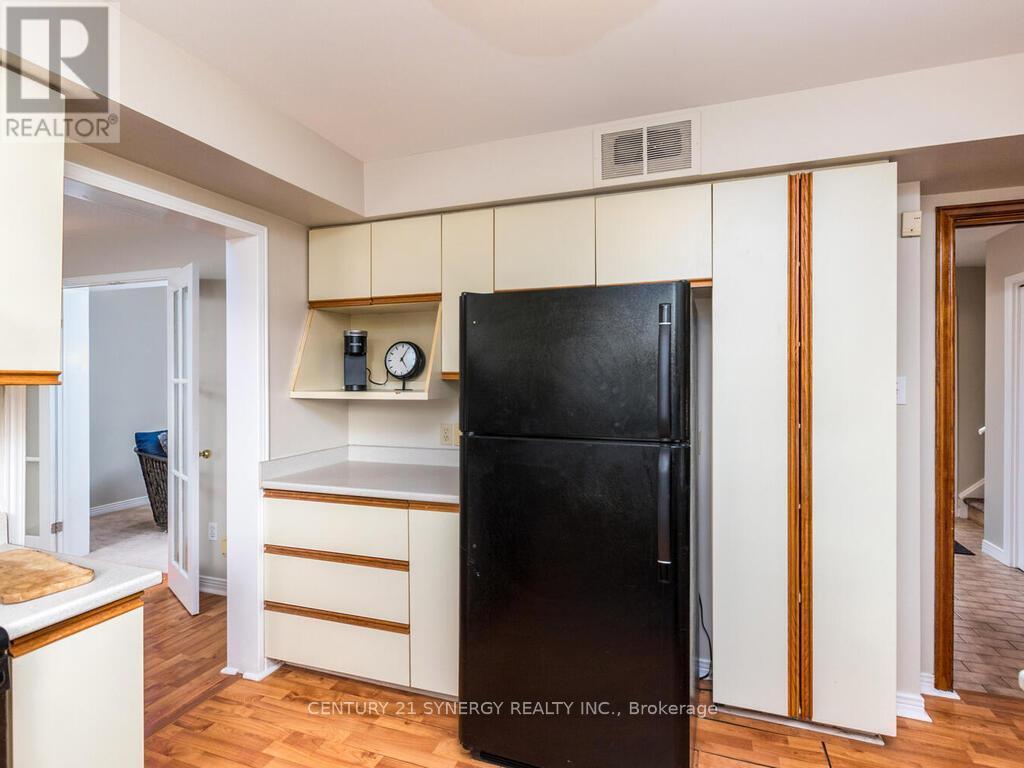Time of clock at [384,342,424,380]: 5:04
